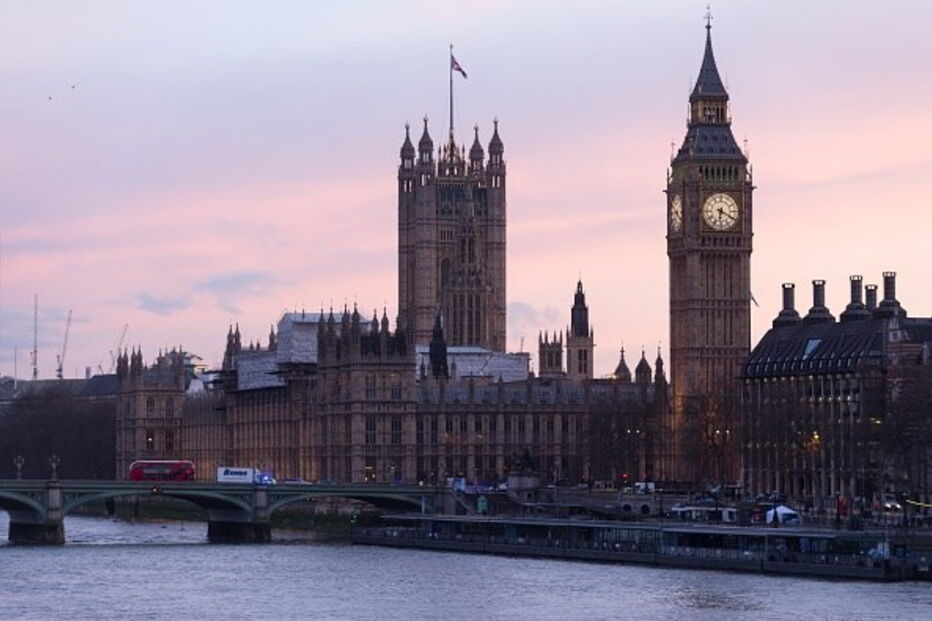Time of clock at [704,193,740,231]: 6:19
